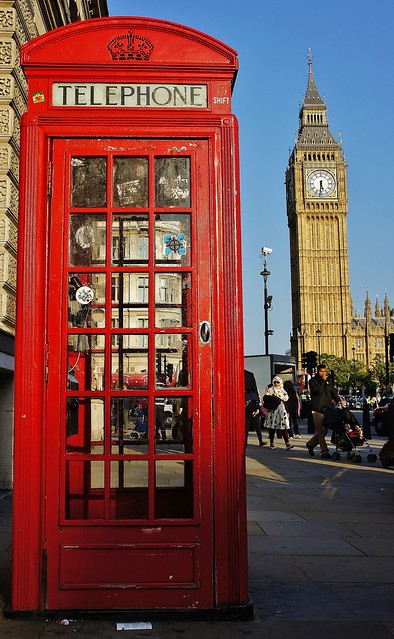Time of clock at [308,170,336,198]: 5:31
